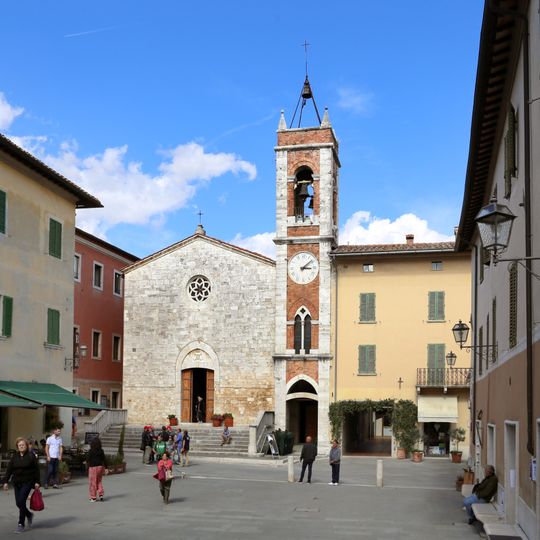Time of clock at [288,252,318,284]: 3:08
